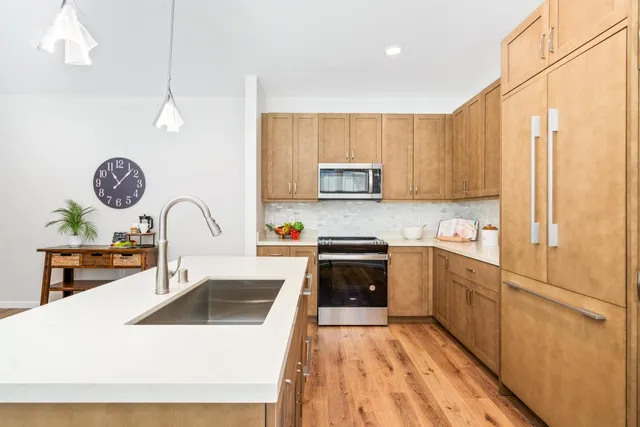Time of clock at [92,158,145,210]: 11:07
